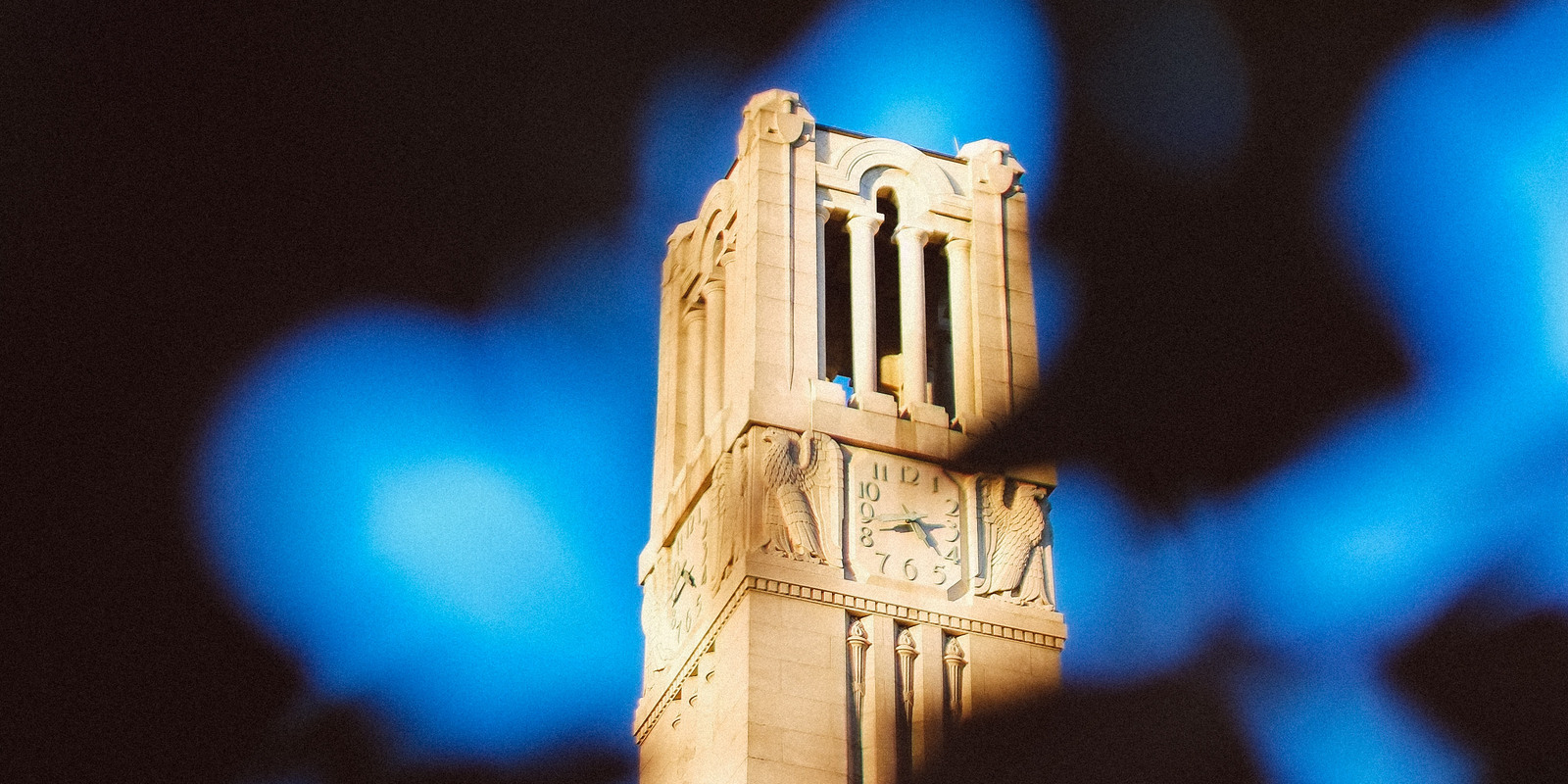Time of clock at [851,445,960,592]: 4:13
